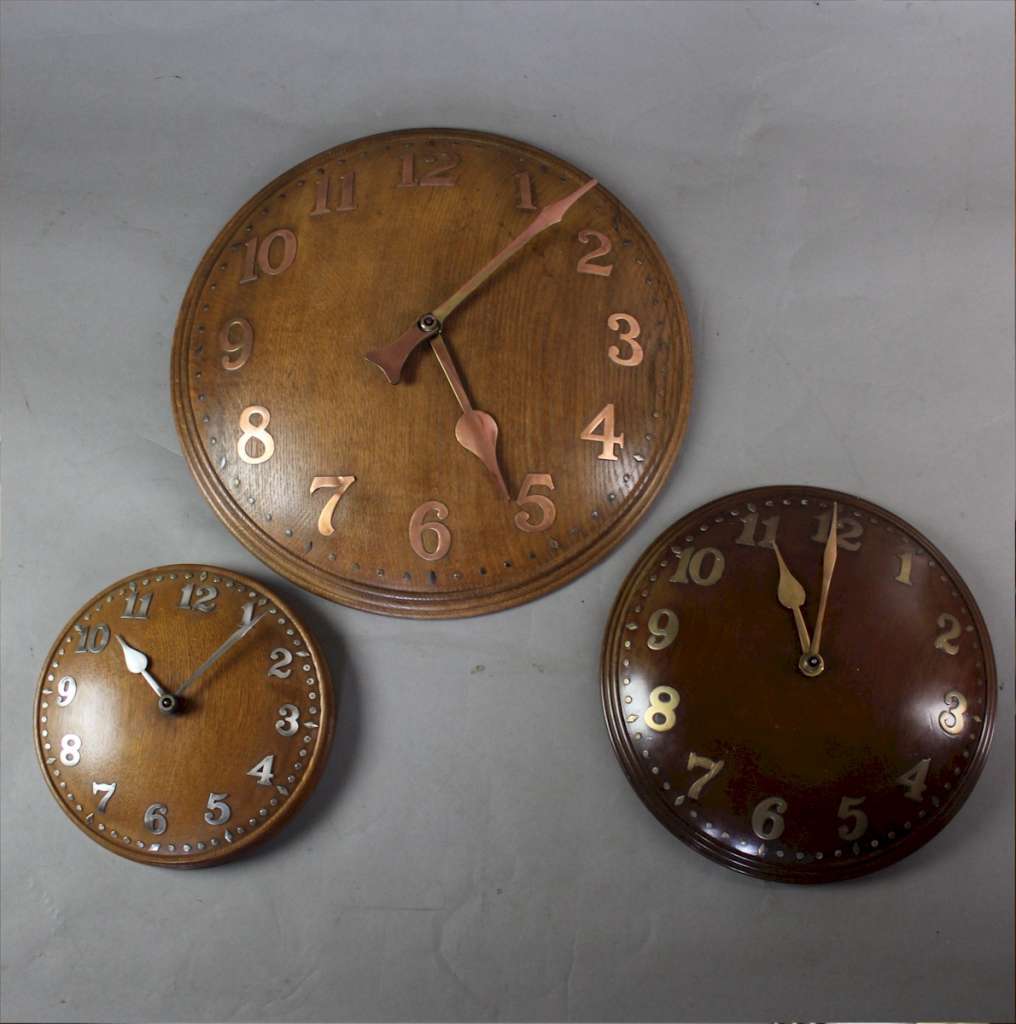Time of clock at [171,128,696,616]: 5:07
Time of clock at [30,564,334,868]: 10:05
